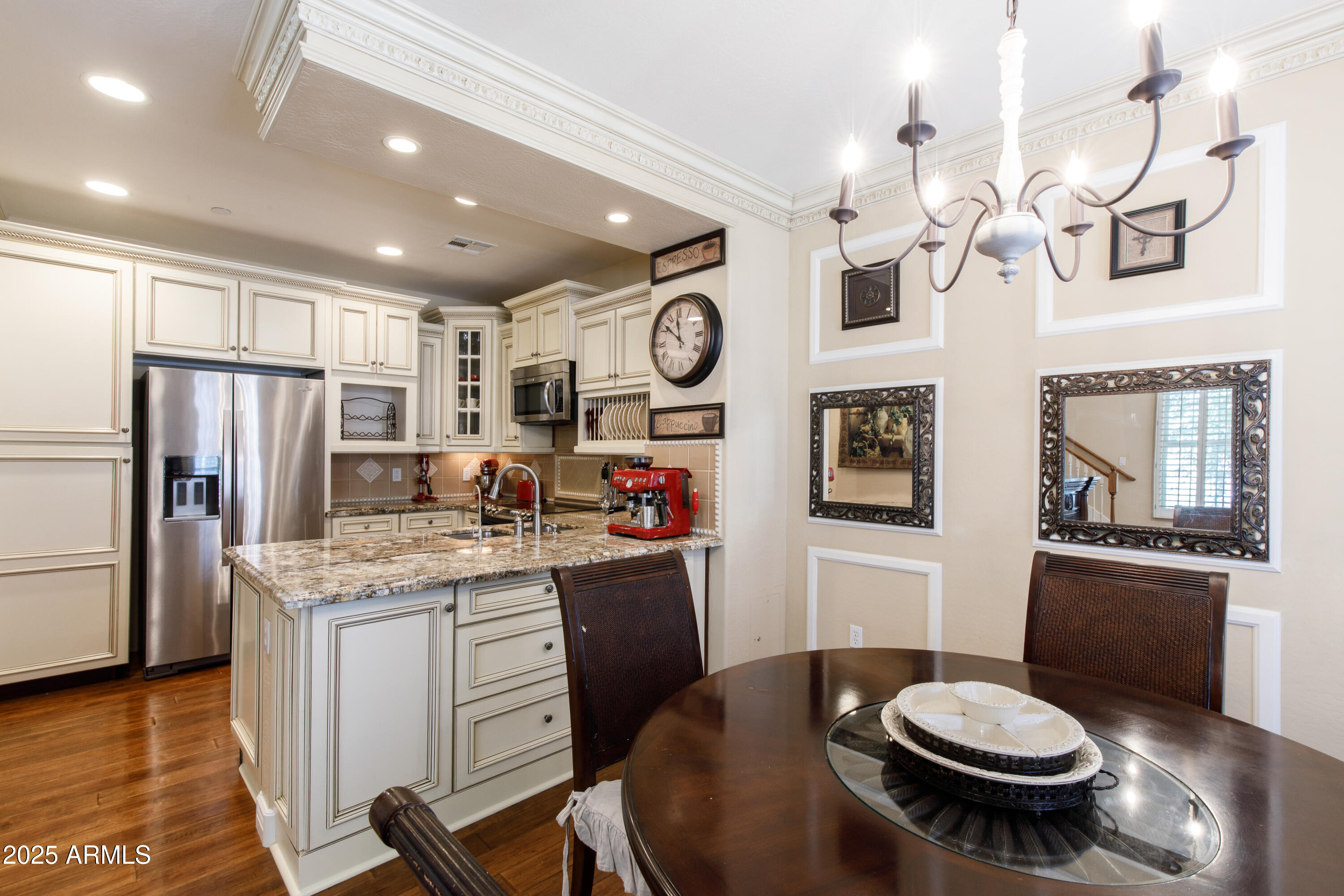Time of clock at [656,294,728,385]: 11:51
